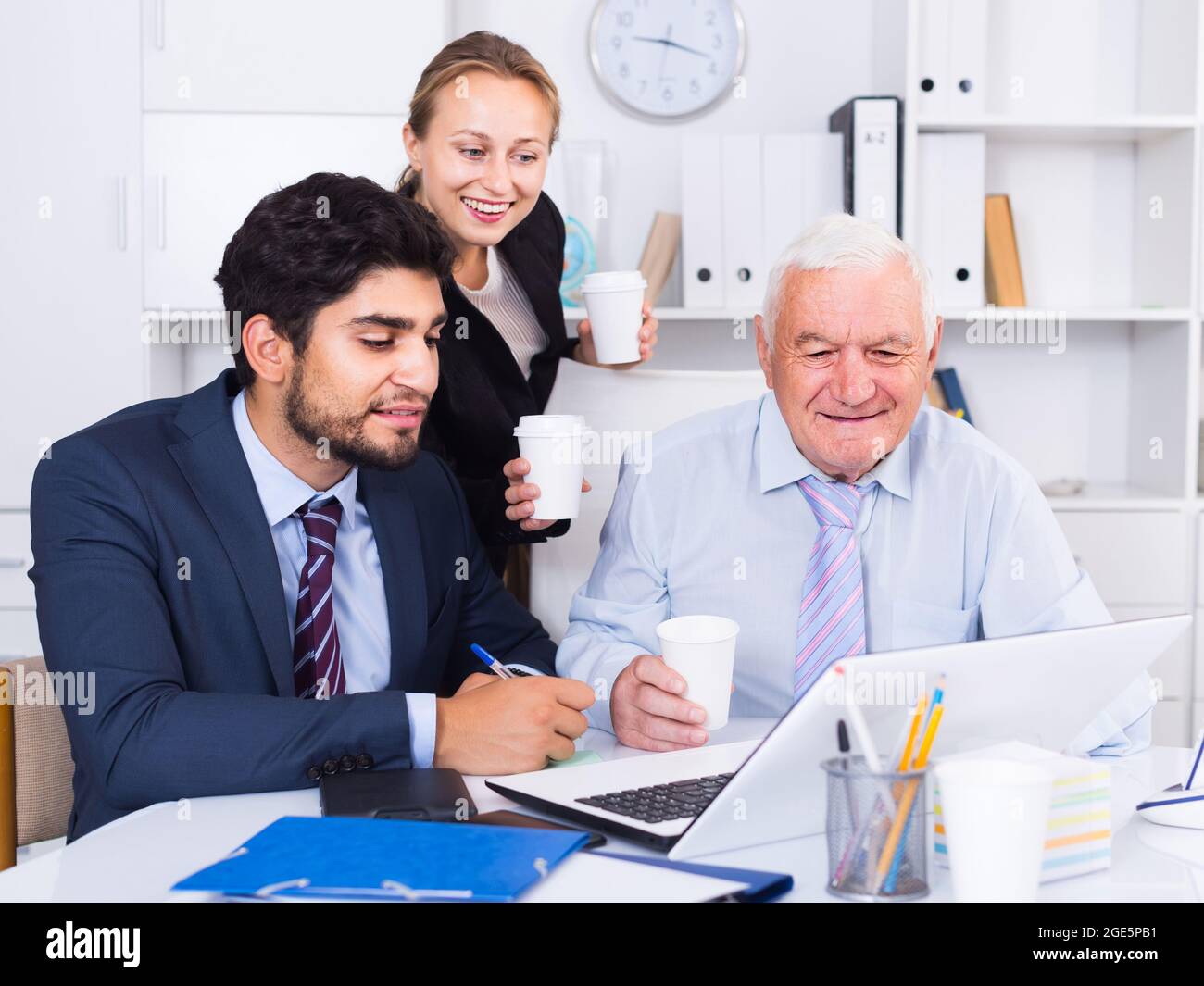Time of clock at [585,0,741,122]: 9:18
